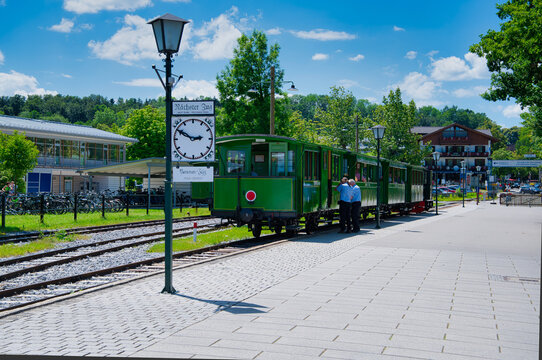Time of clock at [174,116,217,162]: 2:49
